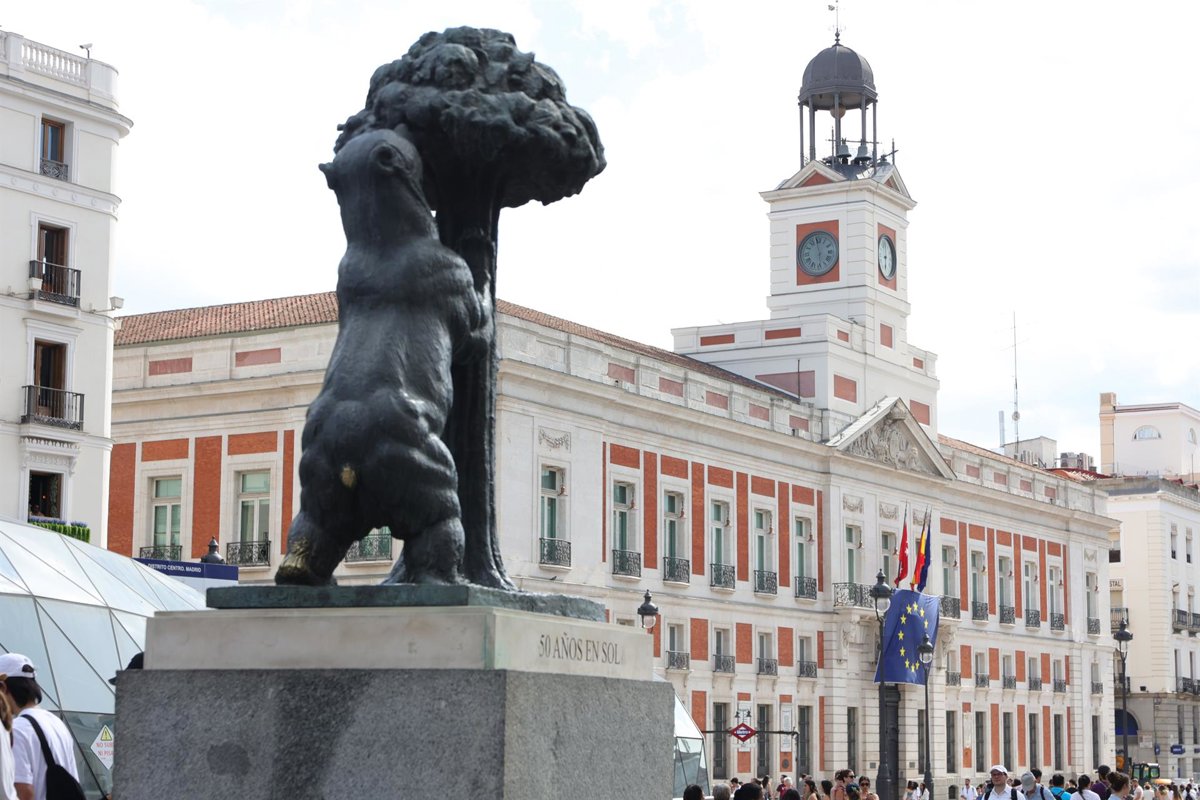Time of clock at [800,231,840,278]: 5:58
